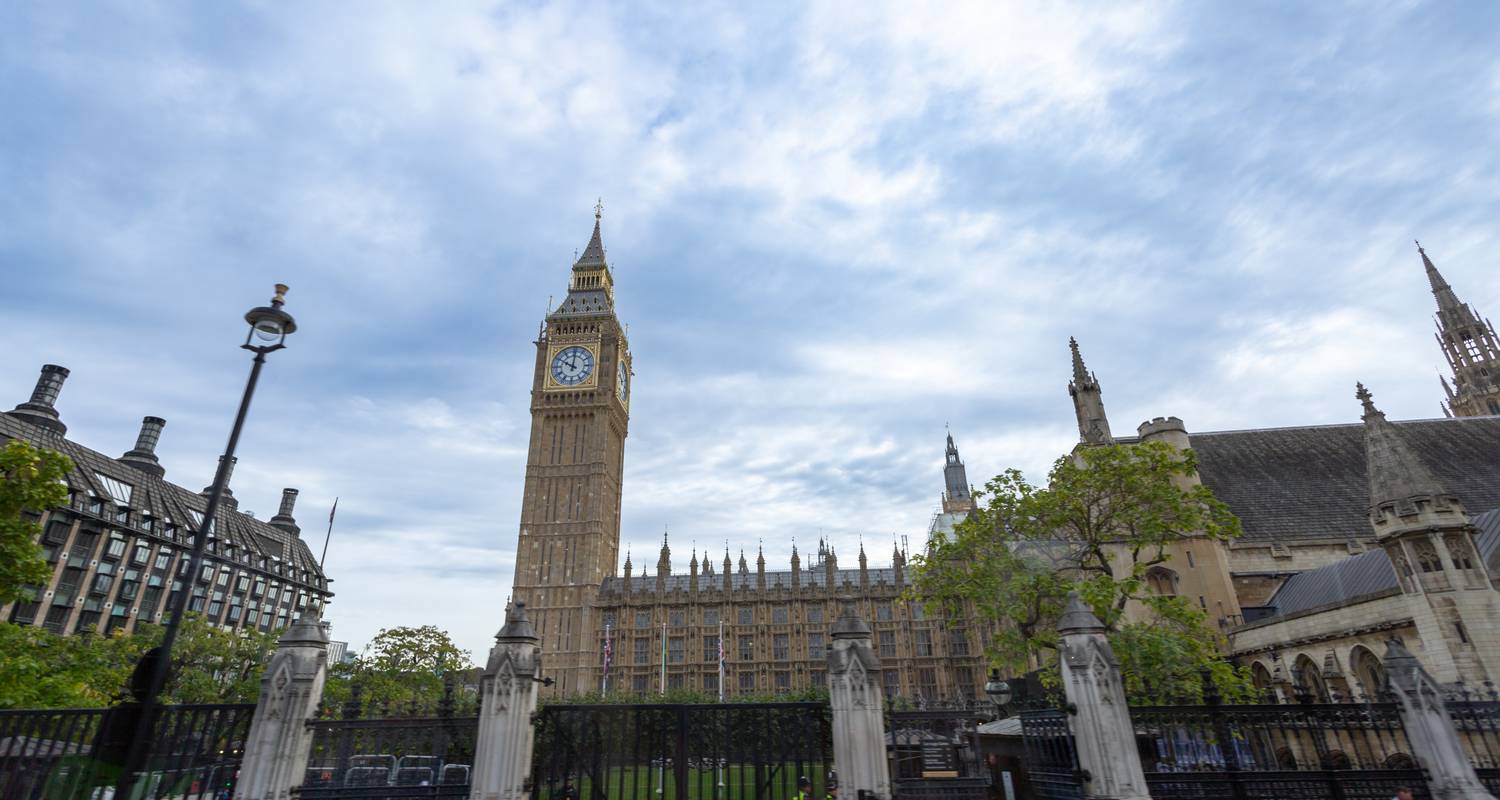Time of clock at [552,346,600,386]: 10:00
